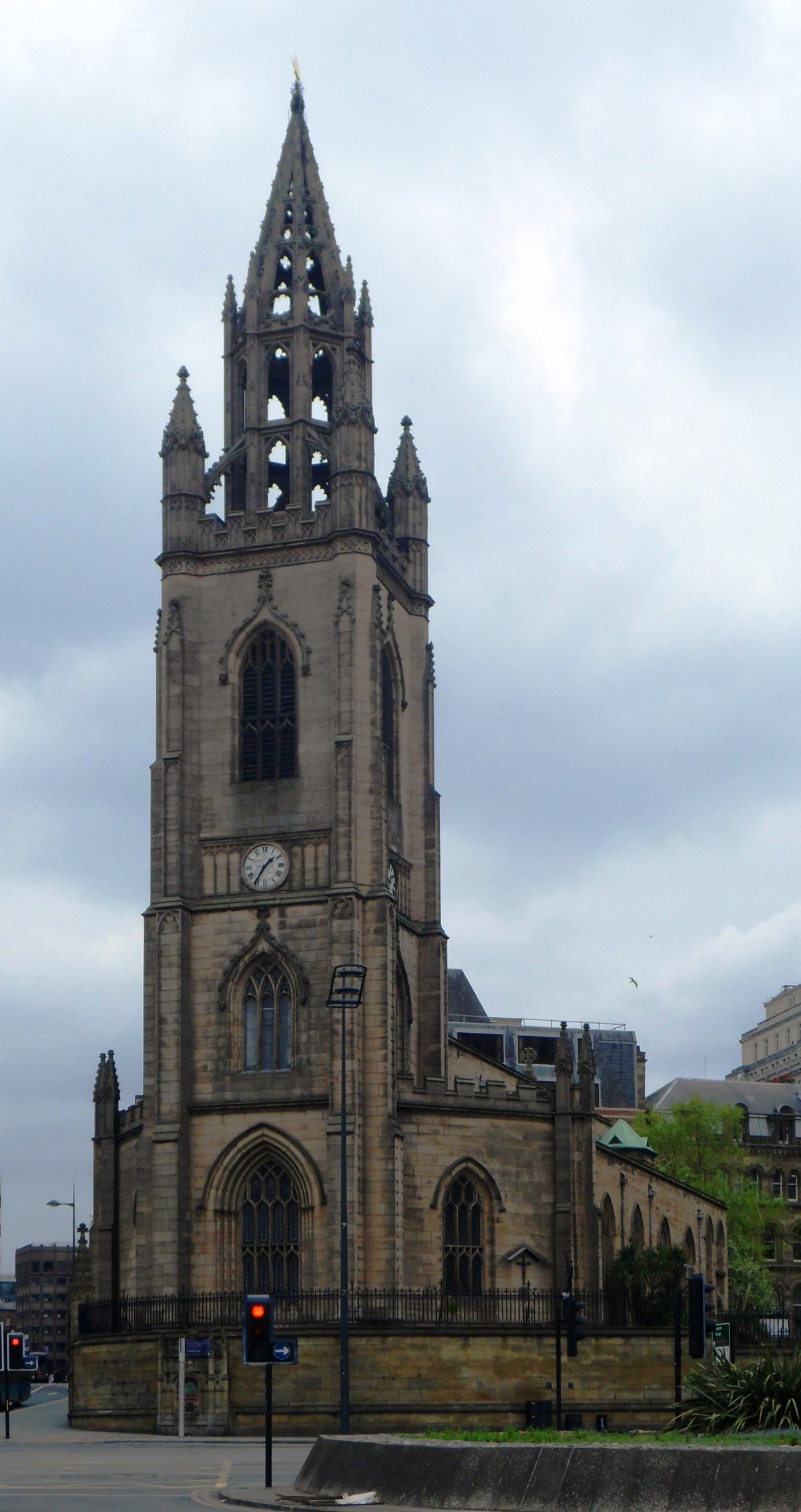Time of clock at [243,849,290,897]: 1:35
